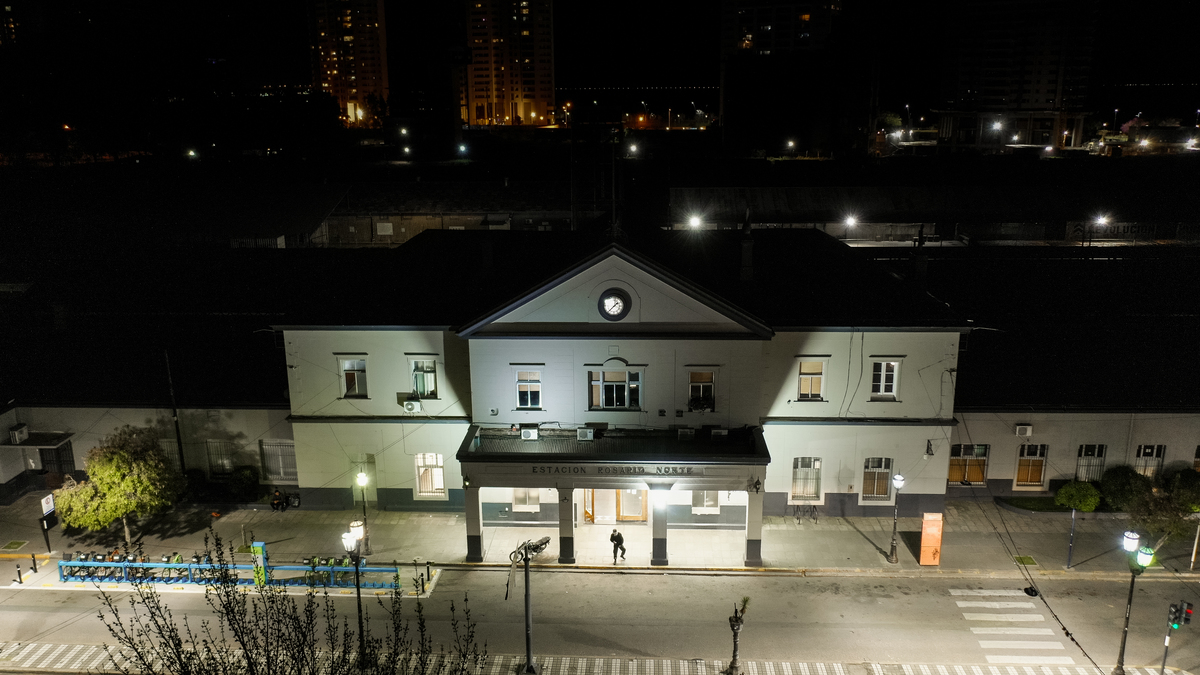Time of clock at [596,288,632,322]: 1:37
